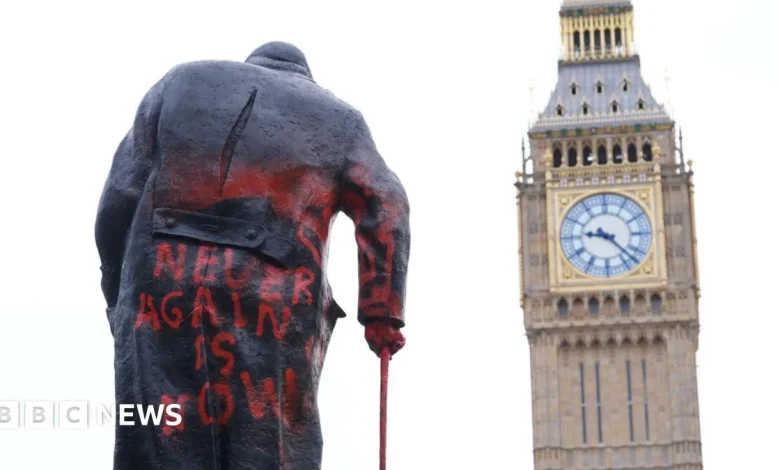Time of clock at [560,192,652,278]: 9:22
